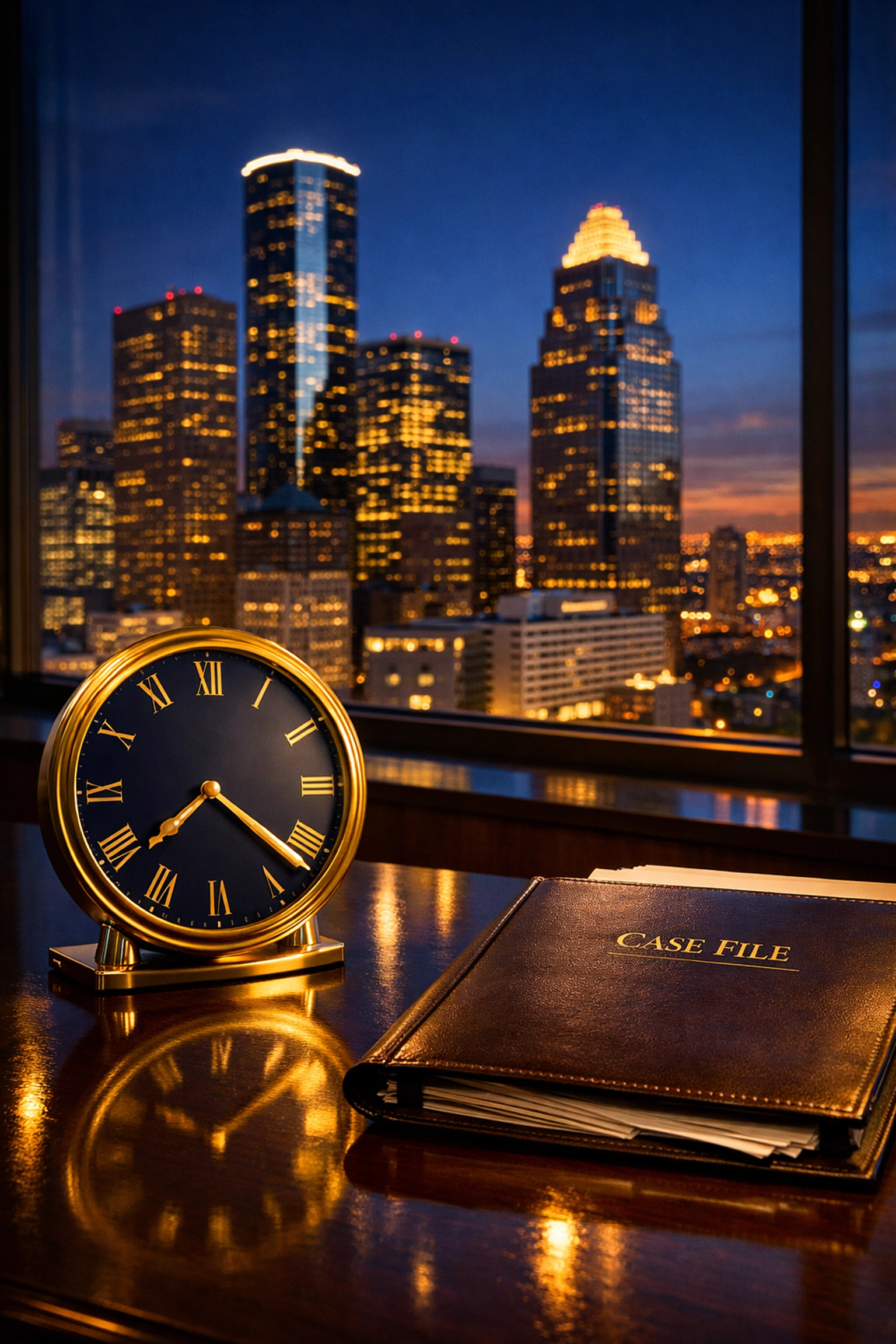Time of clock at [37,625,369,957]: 4:21
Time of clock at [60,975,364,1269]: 10:08
